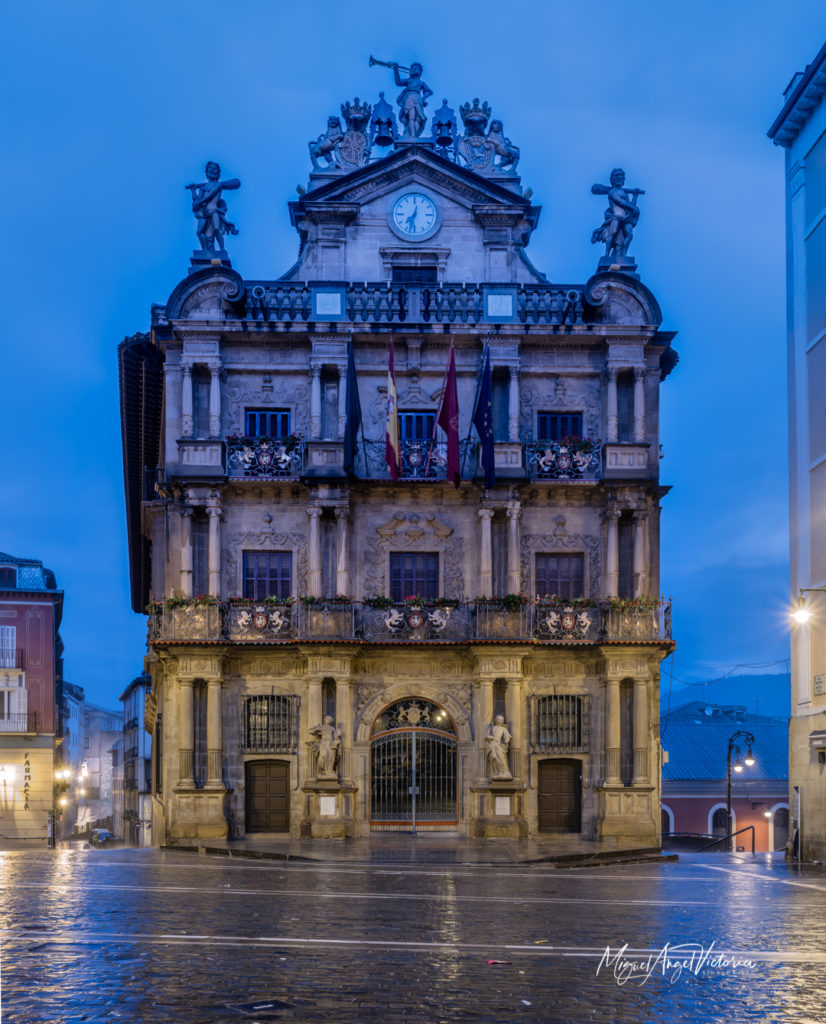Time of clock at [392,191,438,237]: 7:32
